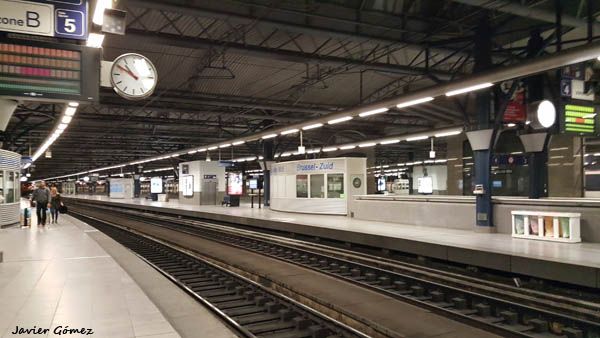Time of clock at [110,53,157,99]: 10:50
